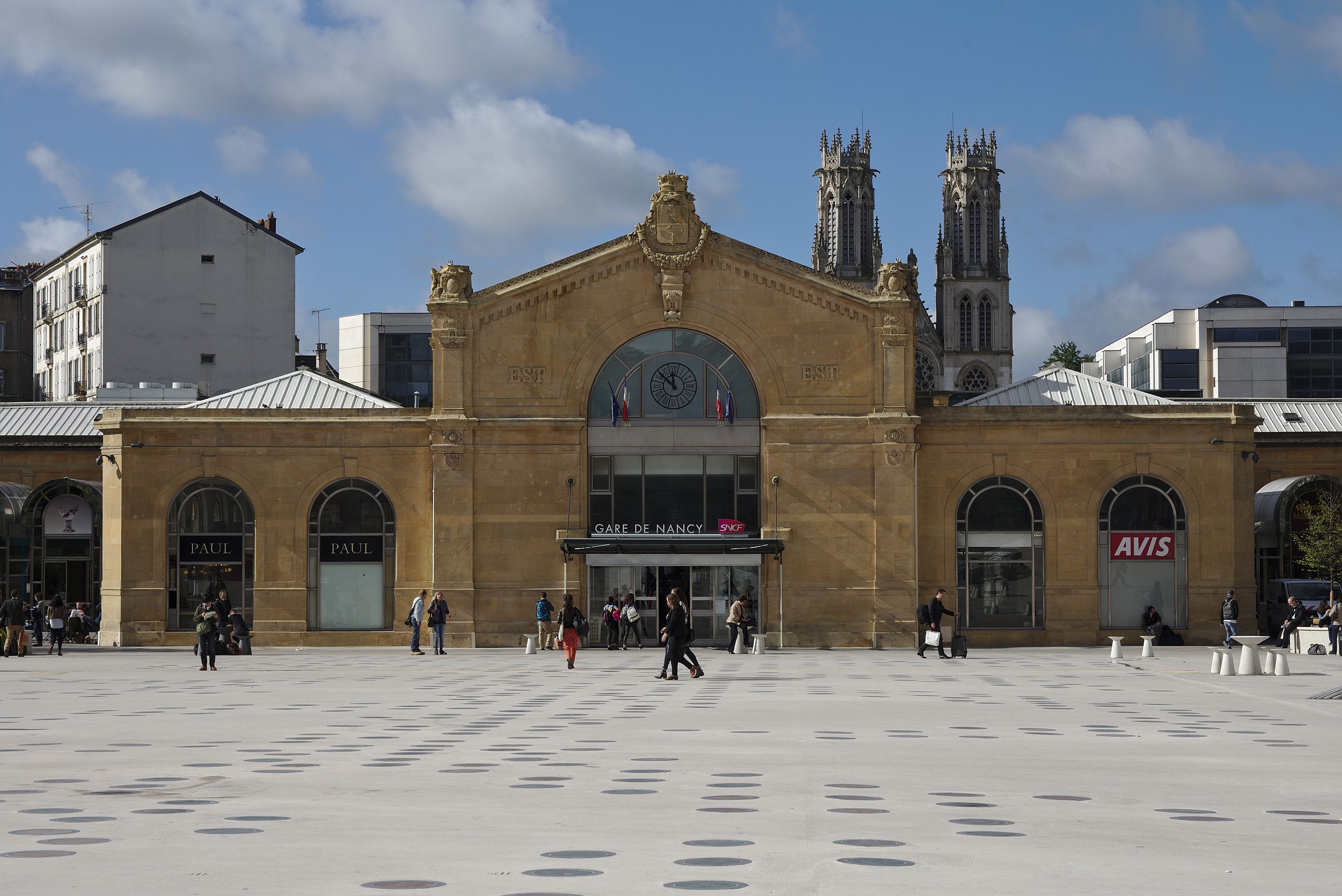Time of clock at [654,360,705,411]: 11:52
